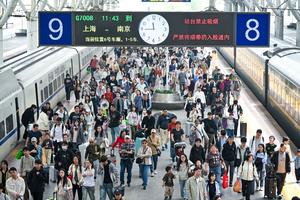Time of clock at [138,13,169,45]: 11:44
